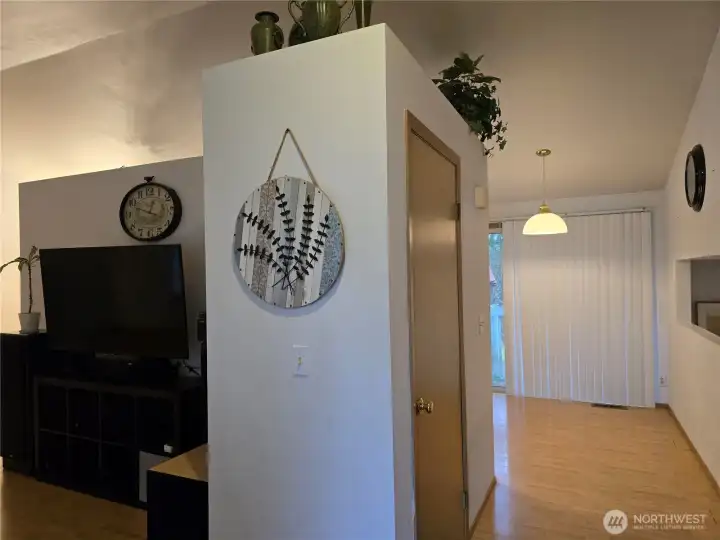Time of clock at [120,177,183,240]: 12:48
